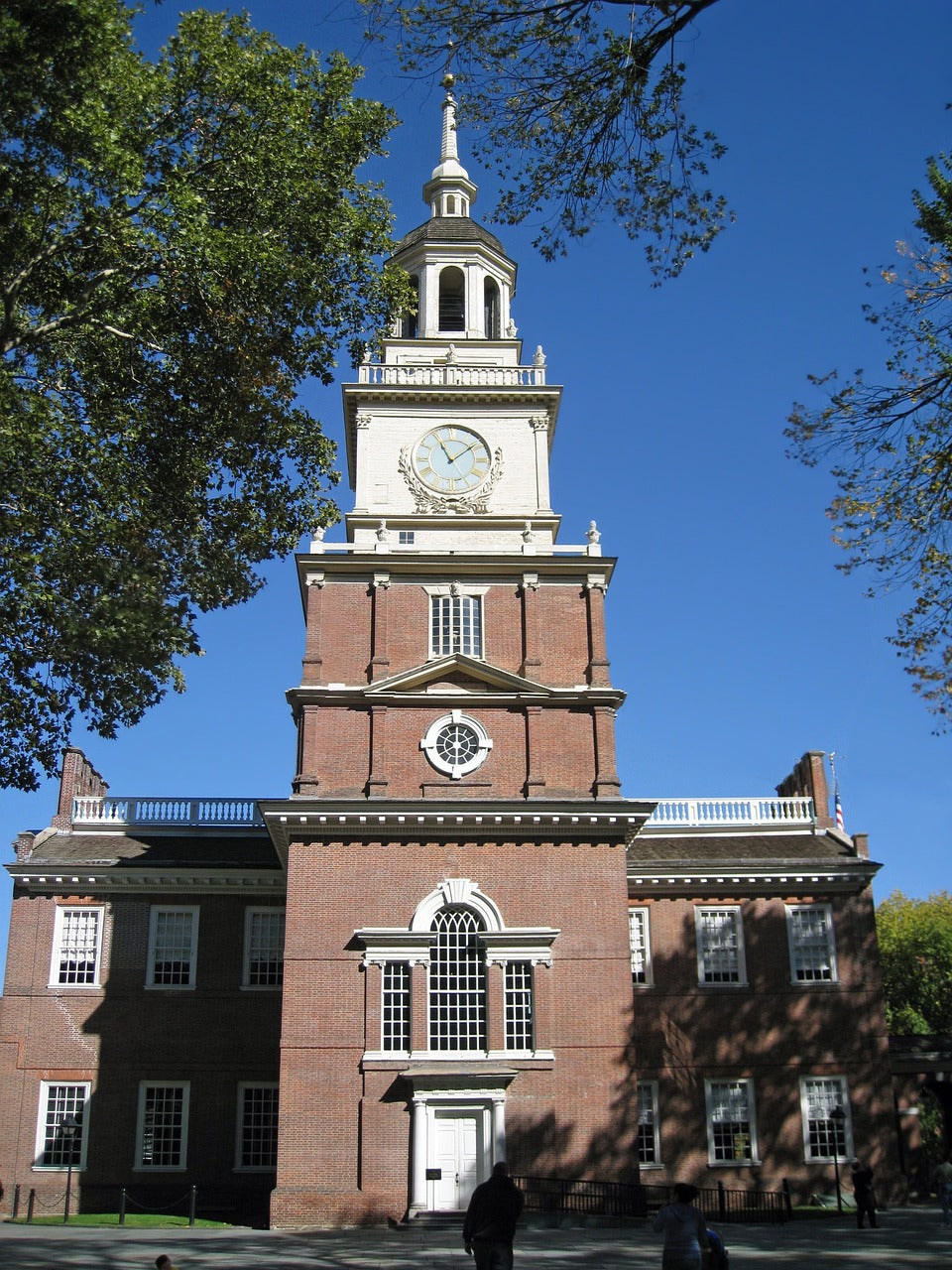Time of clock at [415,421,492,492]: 11:08
